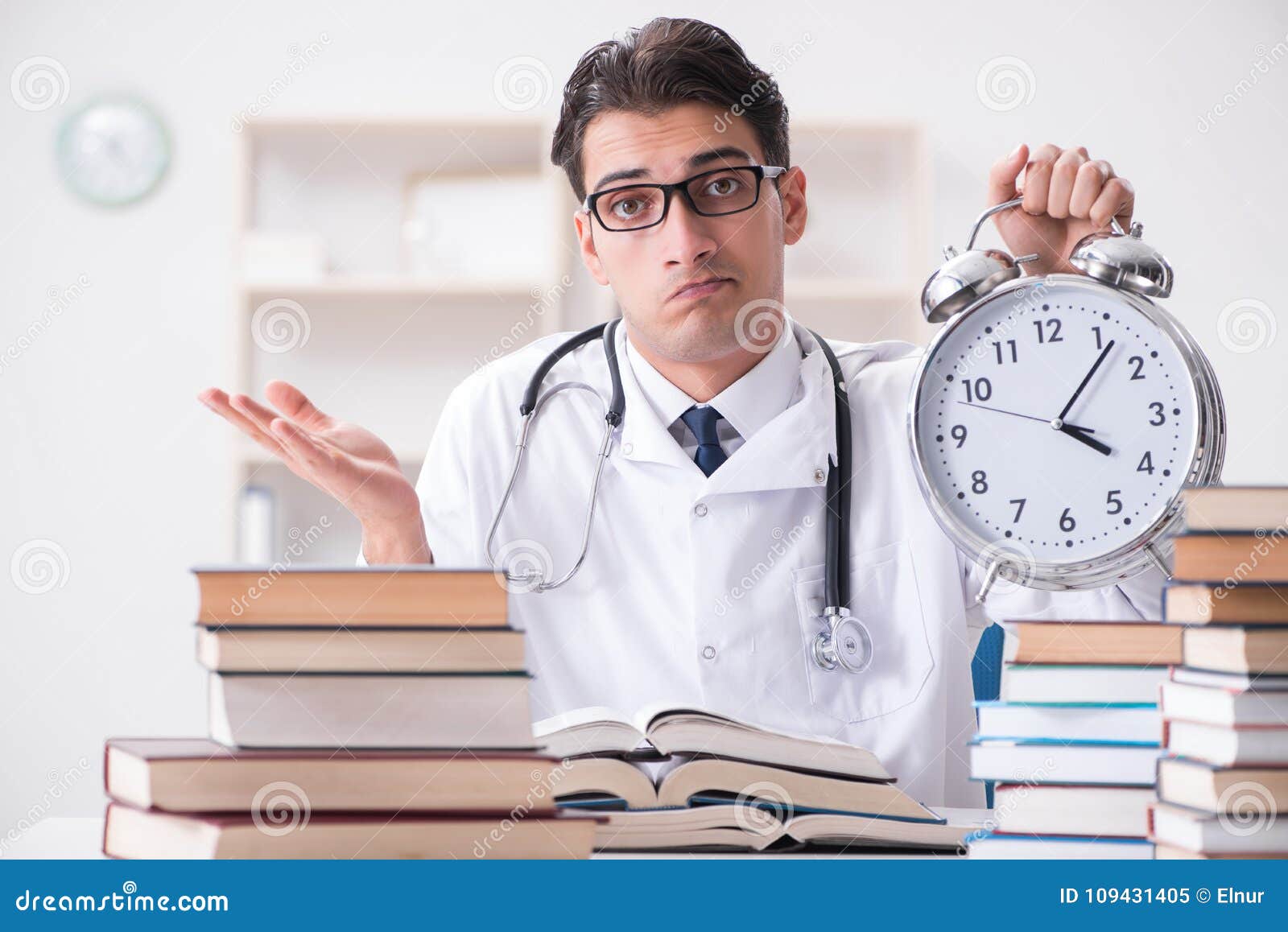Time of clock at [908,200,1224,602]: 4:06
